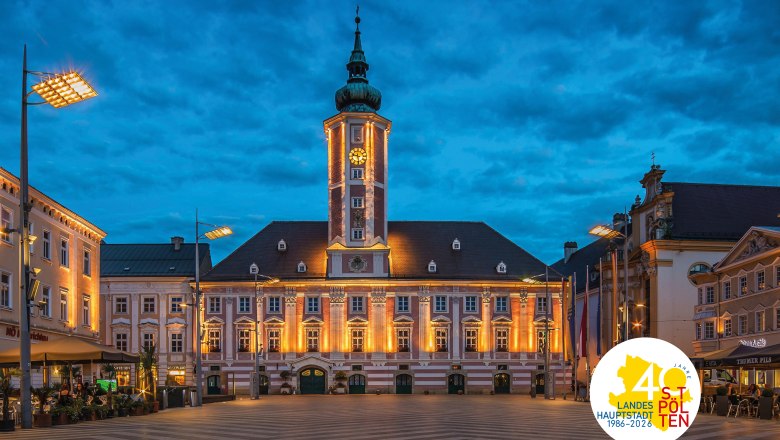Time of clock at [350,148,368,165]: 9:28
